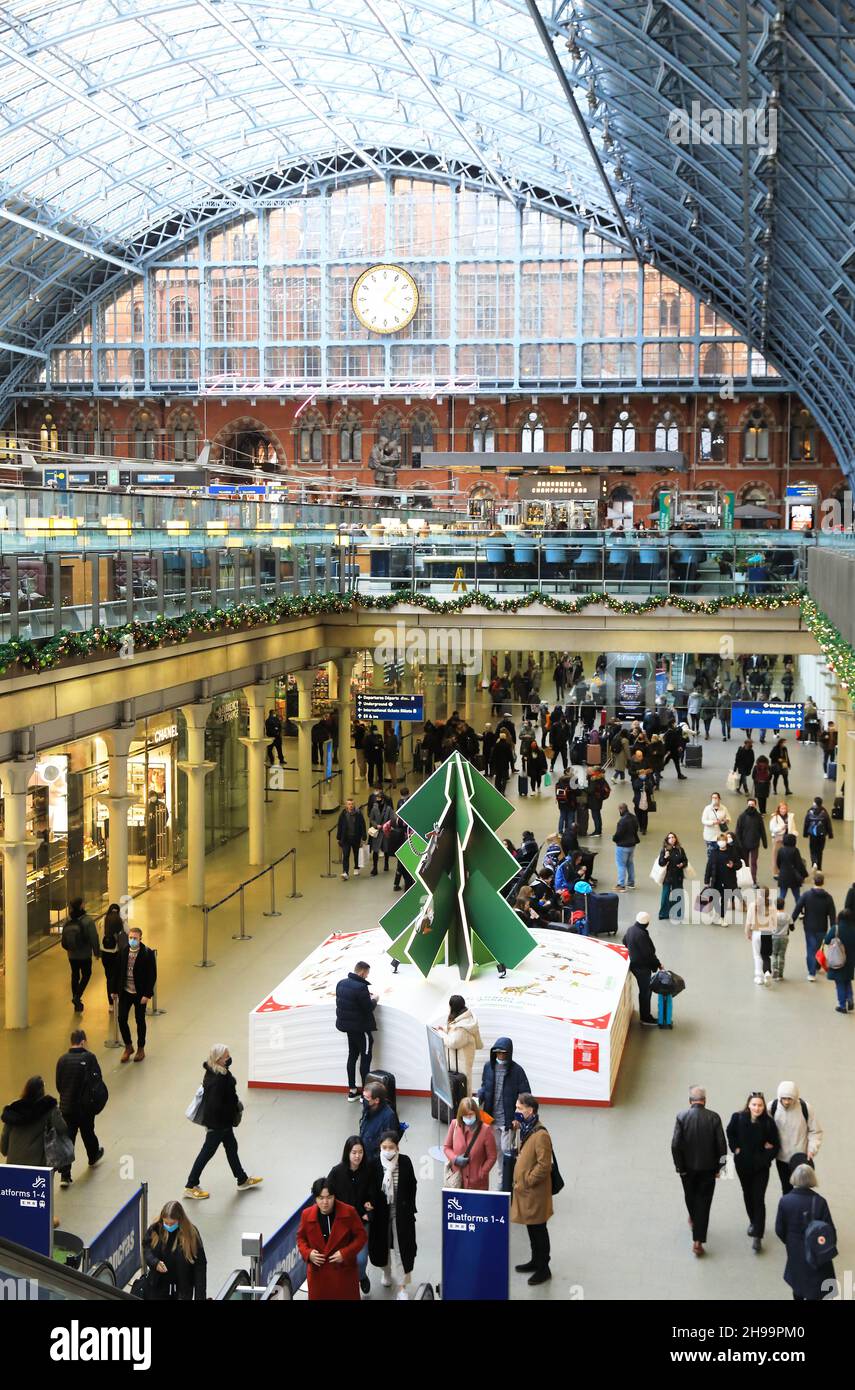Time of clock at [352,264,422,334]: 1:20
